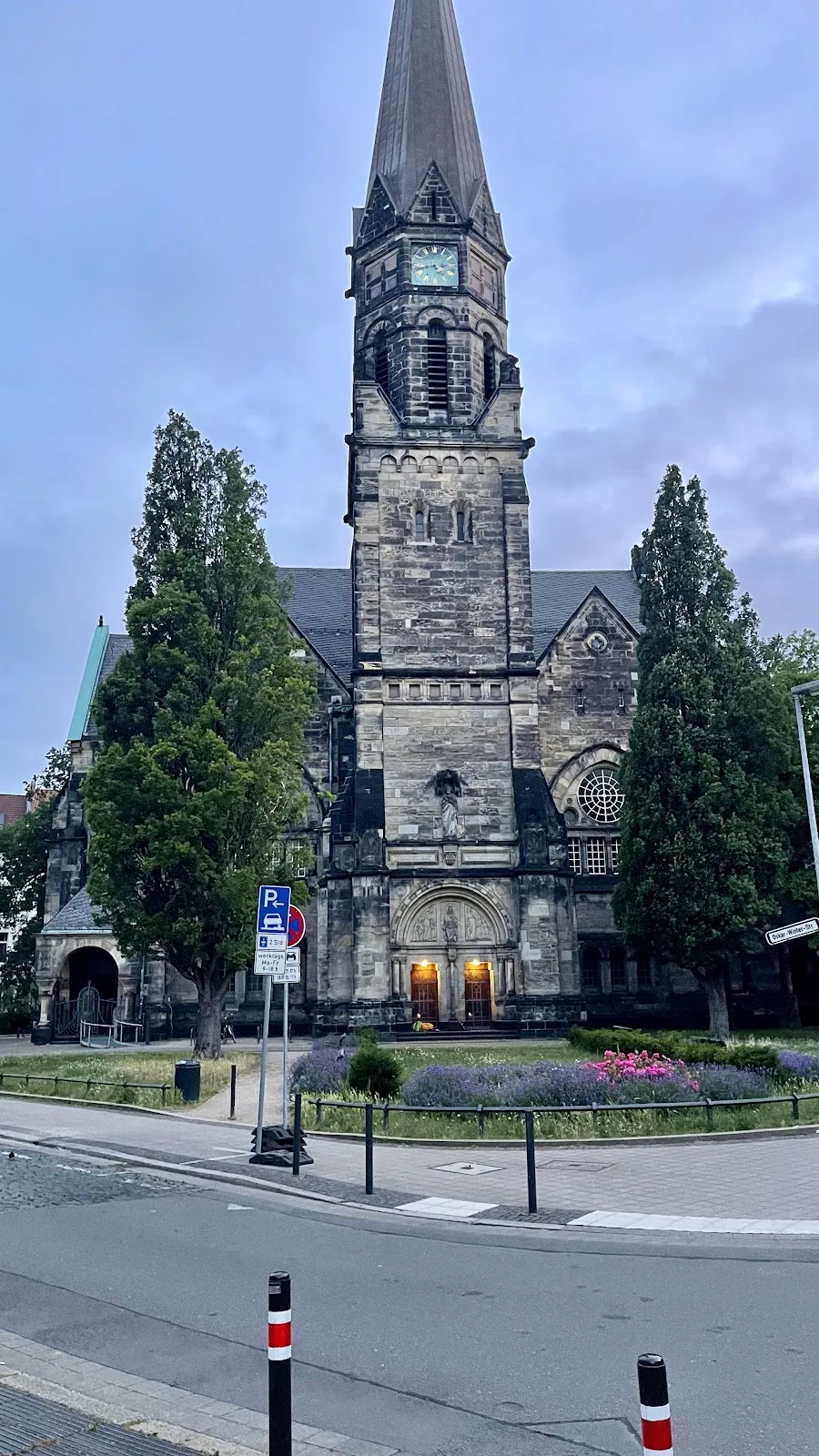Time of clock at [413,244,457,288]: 4:42
